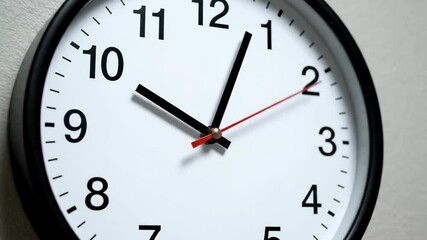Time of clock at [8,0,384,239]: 10:03
